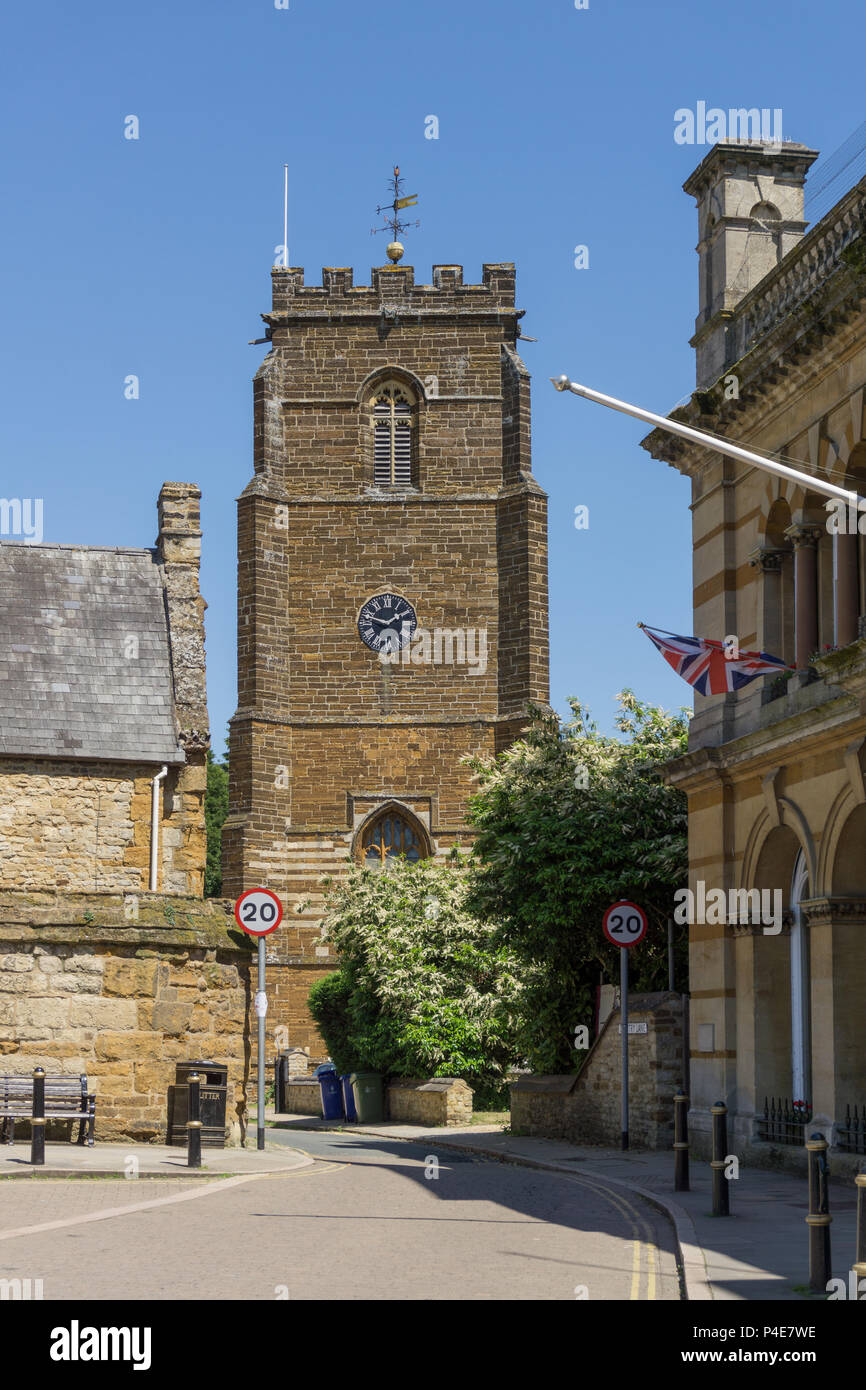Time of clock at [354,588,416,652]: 1:47
